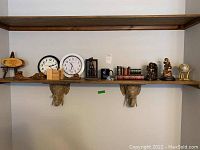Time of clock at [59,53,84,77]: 6:25
